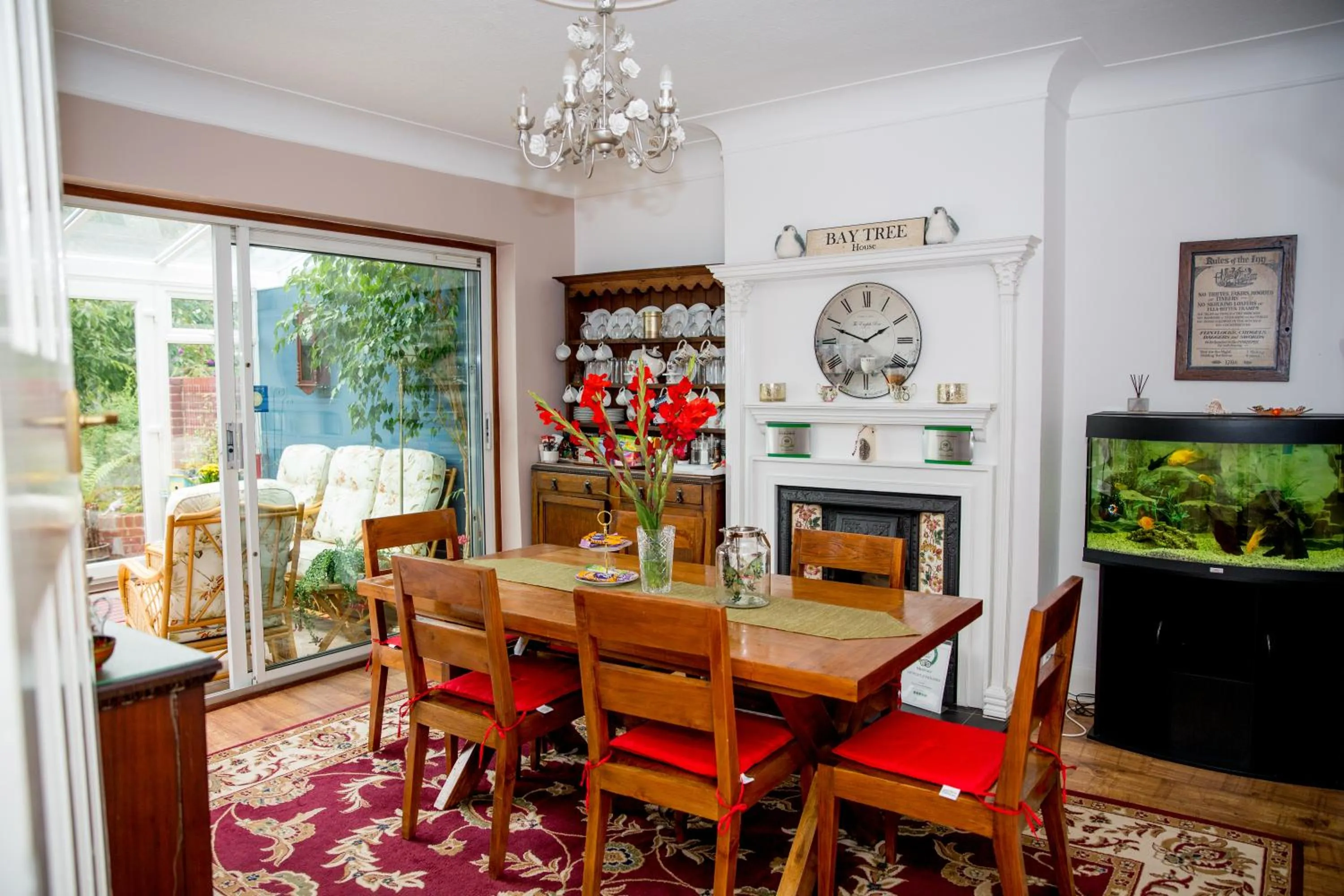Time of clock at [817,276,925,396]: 1:48
